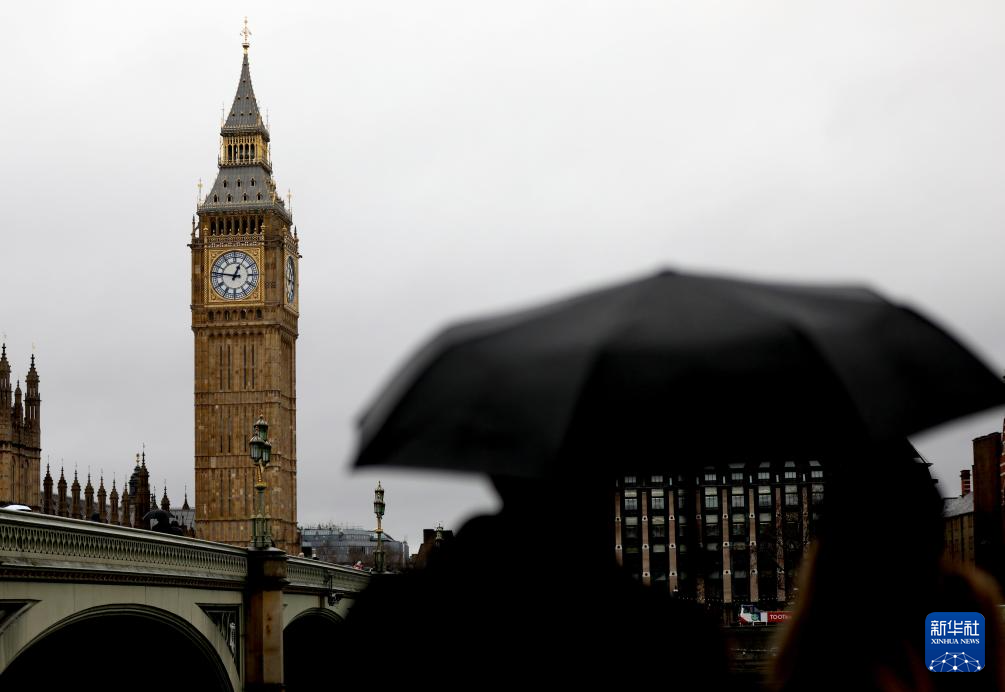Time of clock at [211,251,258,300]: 12:46
